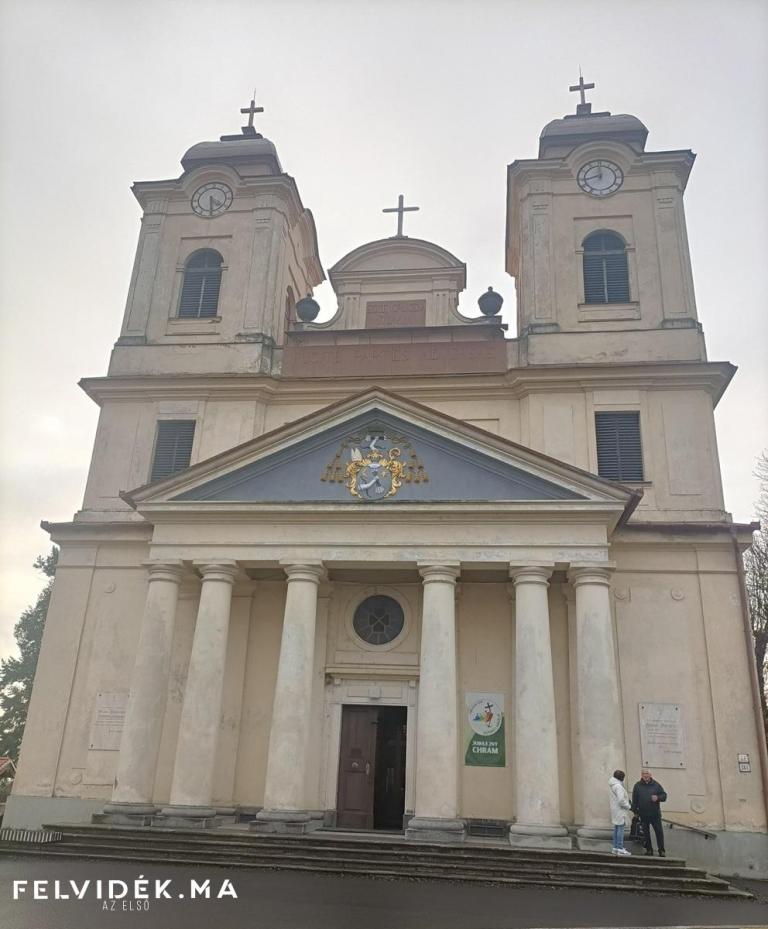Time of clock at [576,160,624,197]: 11:42
